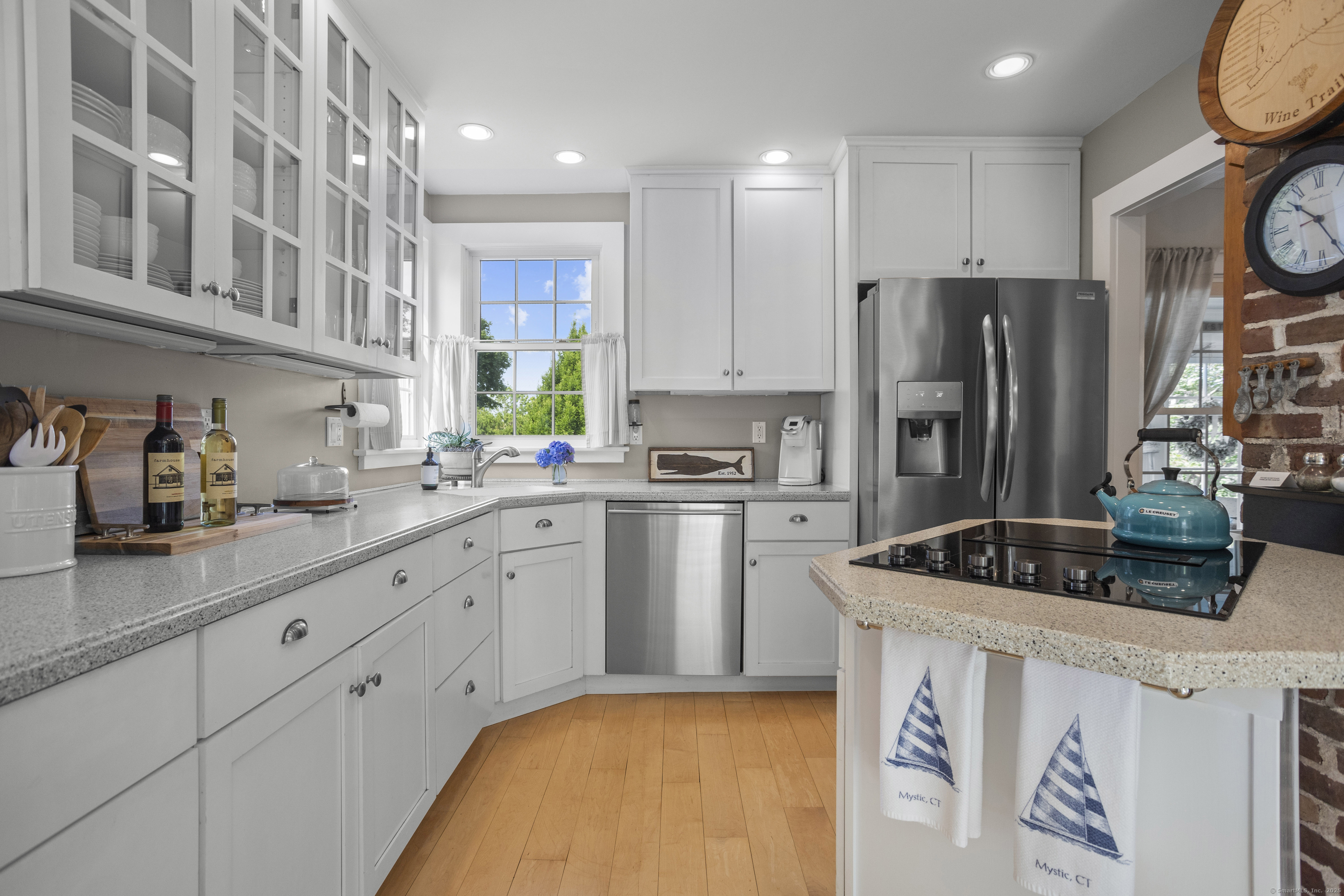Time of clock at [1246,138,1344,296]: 10:24
